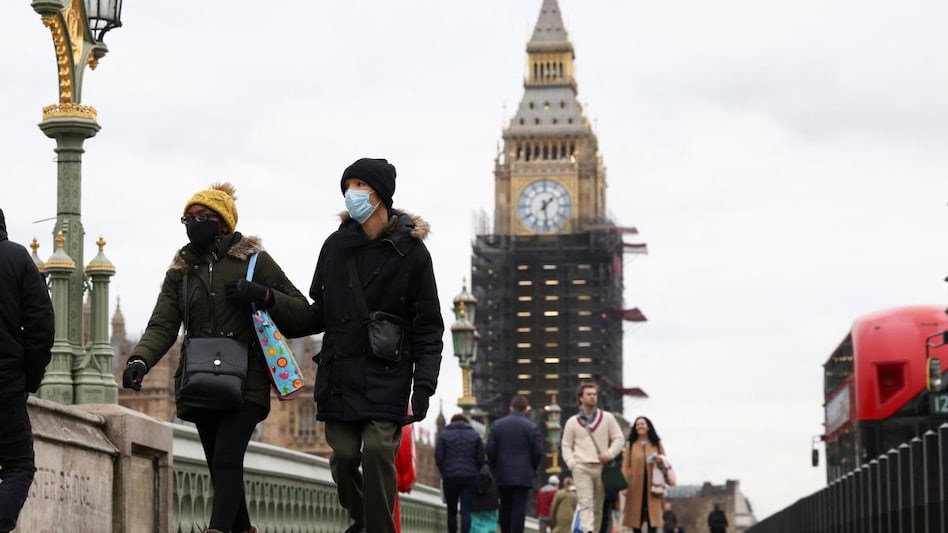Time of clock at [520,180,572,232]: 1:28
